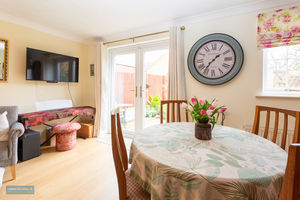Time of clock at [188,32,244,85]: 1:36
